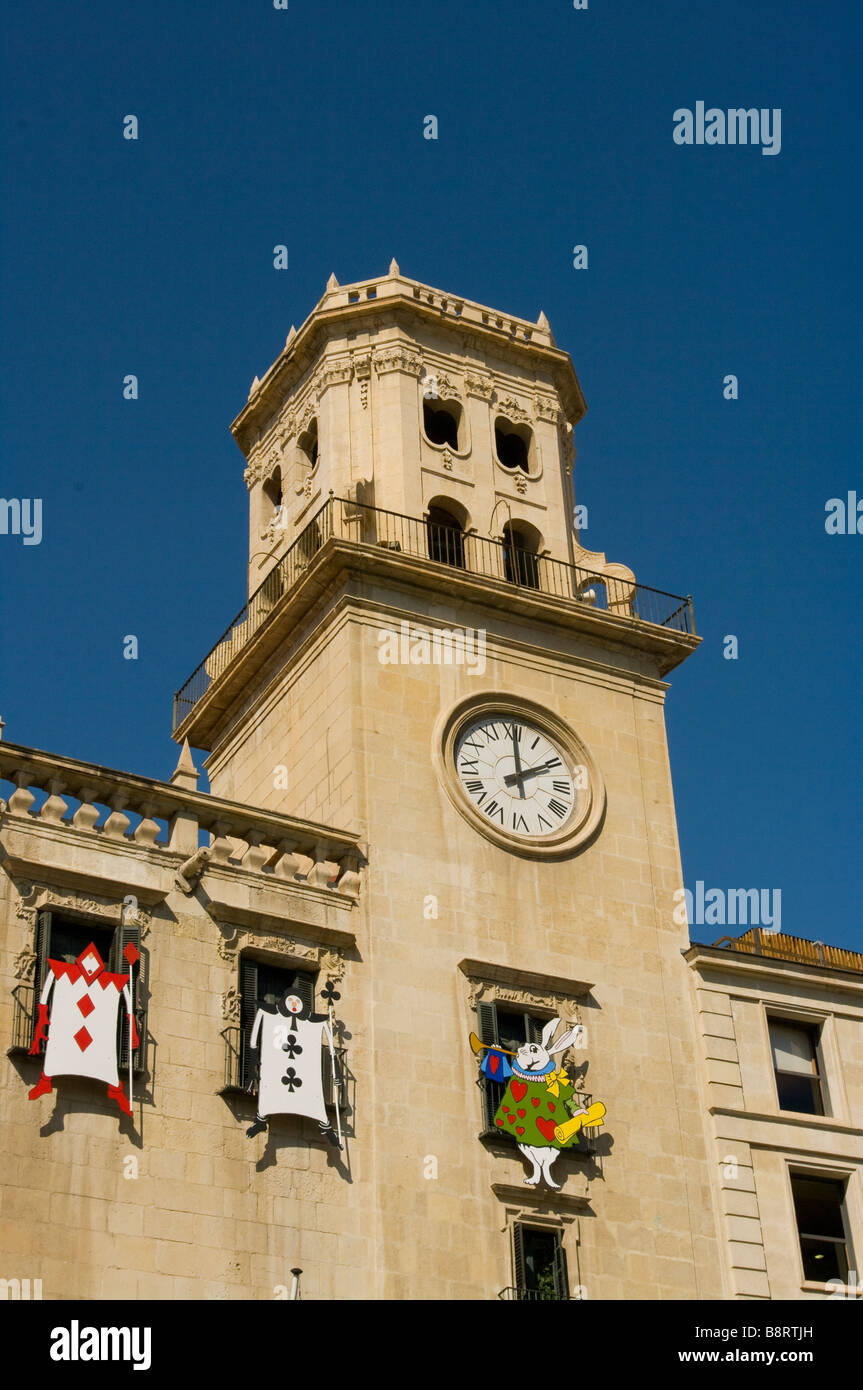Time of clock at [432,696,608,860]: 2:00
